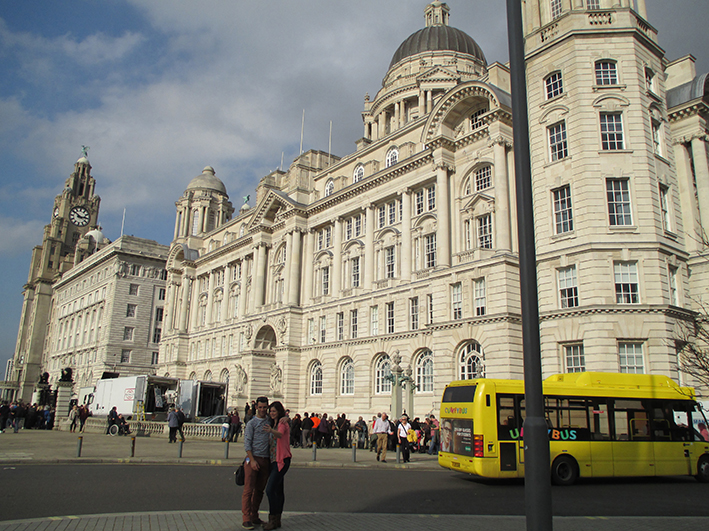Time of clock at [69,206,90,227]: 2:50
